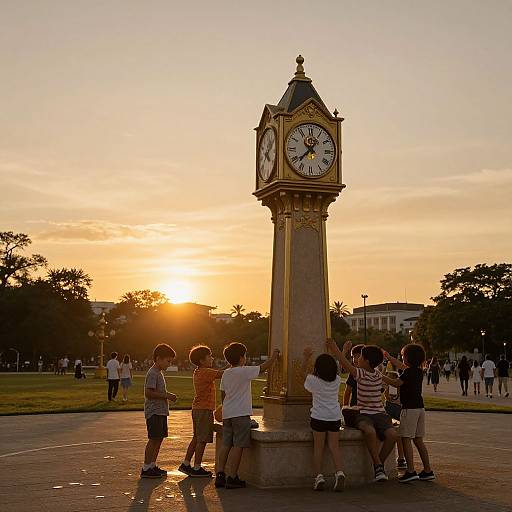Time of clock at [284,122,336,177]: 12:37
